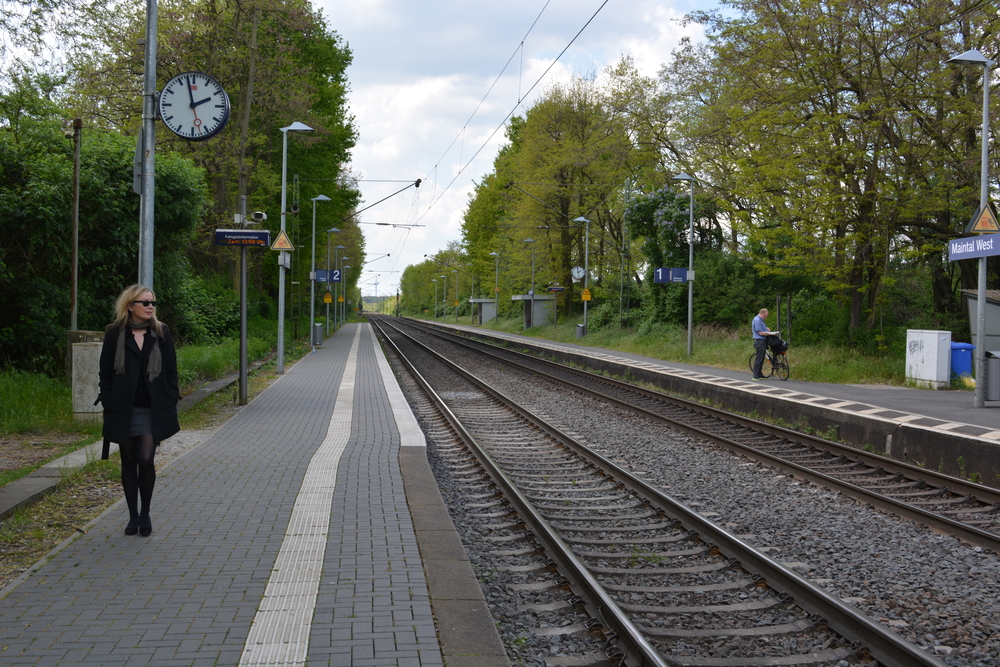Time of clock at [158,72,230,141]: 1:57
